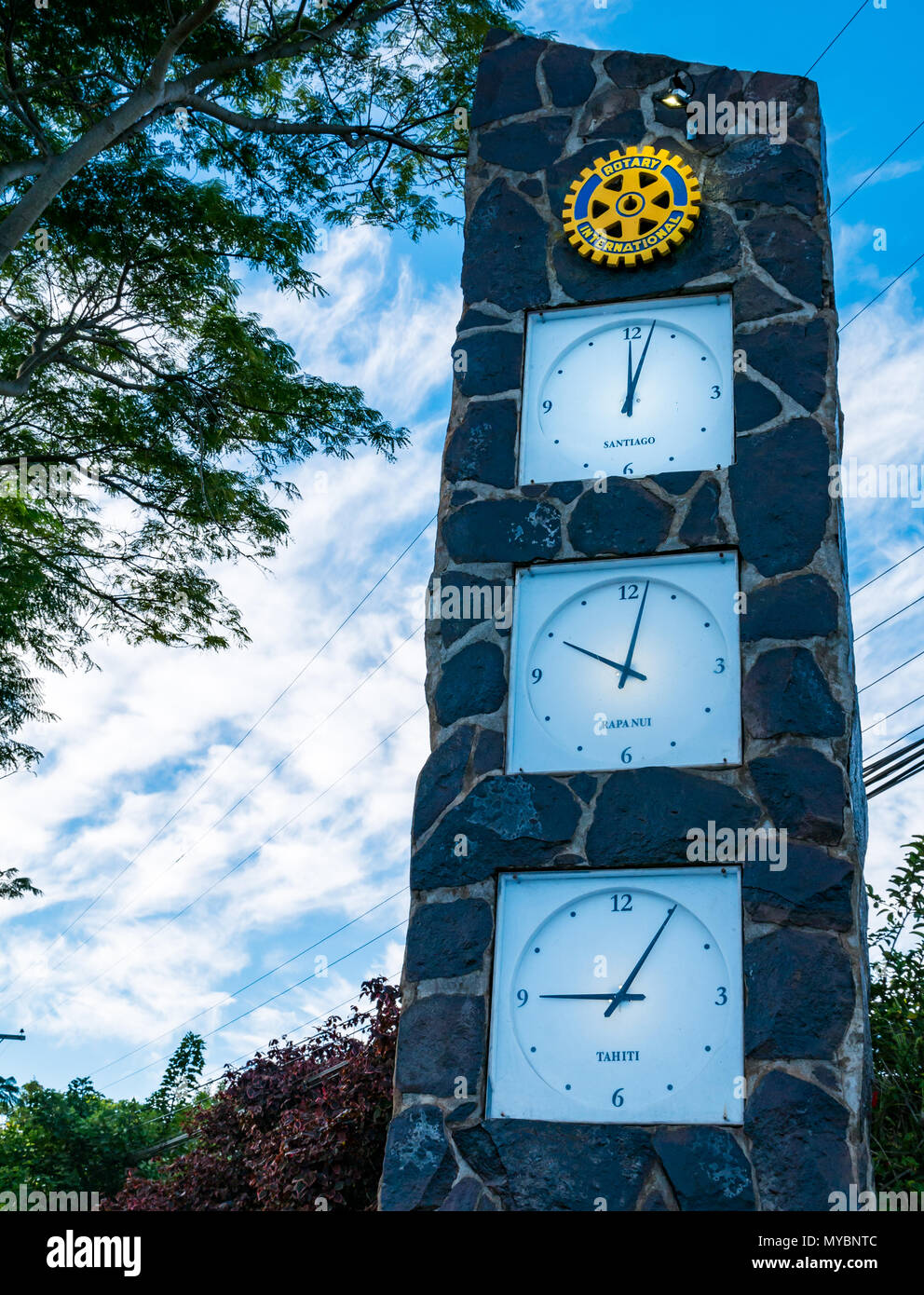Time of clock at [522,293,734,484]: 12:02
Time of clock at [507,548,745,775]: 10:02
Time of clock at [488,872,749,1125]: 9:05
